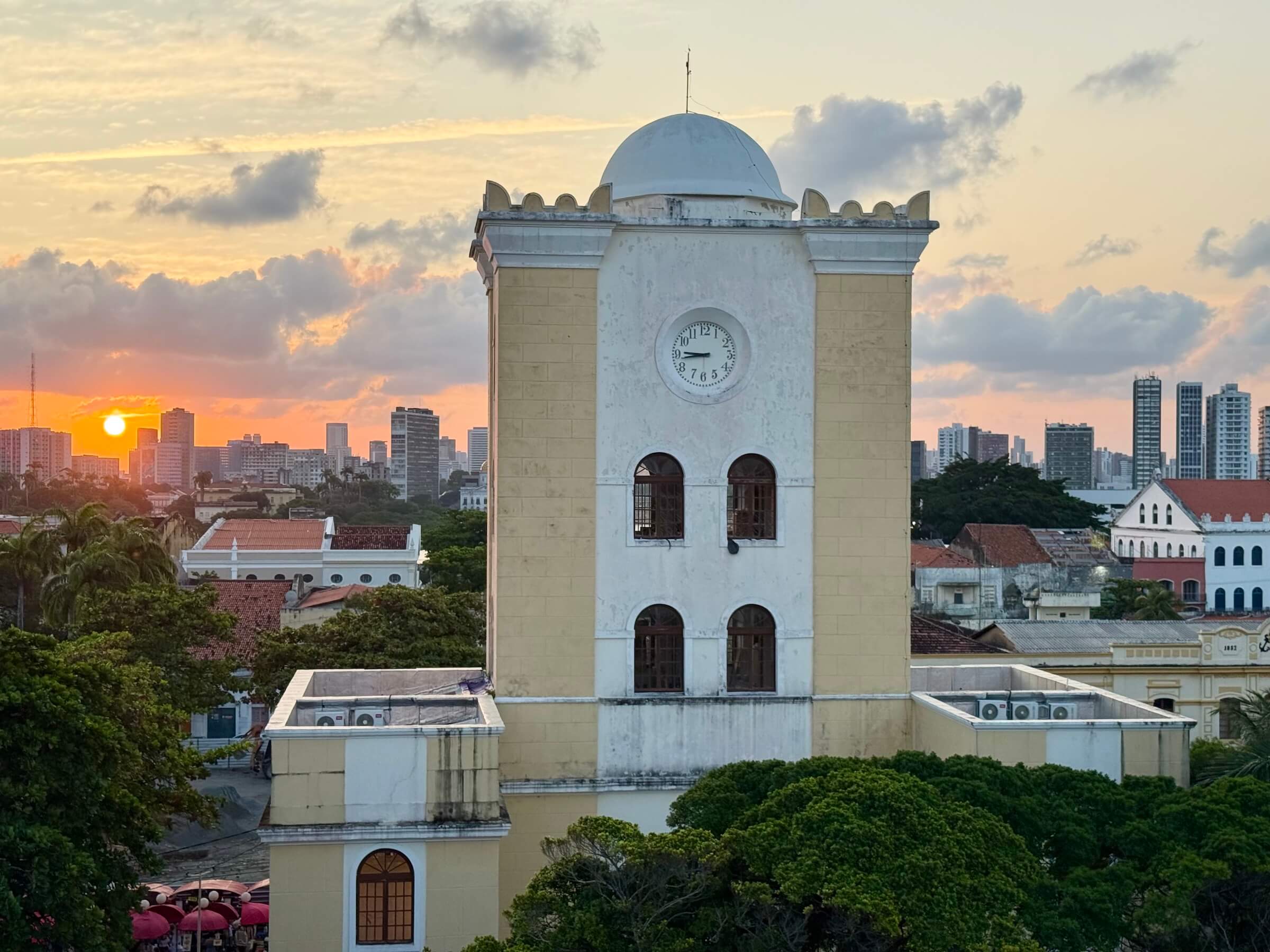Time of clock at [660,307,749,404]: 8:45
